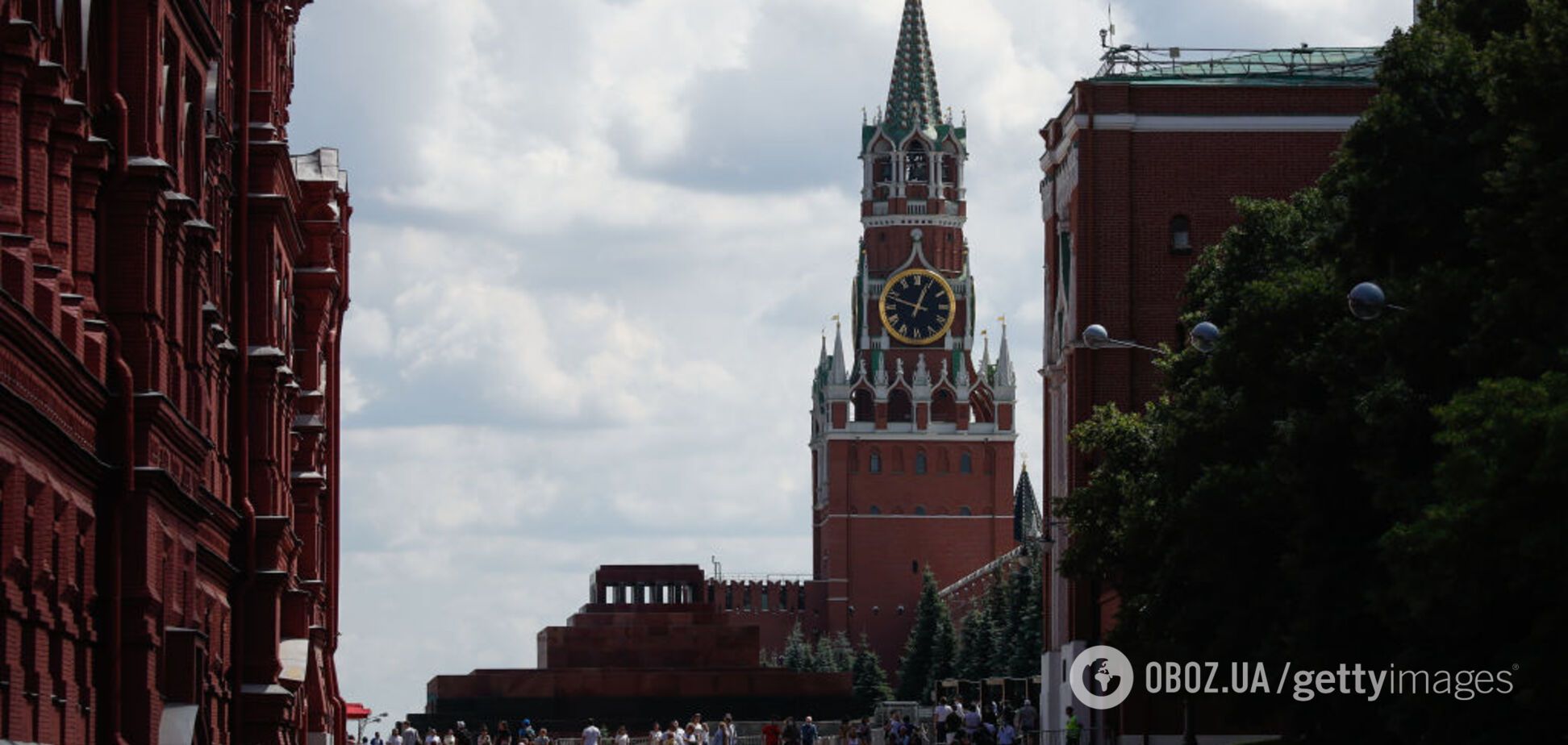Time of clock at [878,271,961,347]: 12:48
